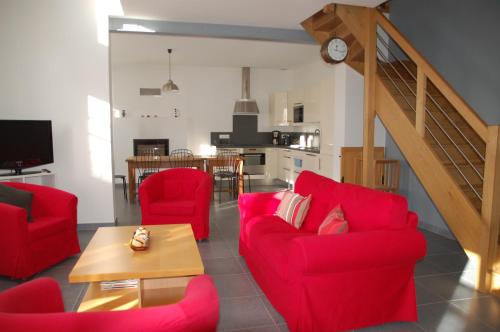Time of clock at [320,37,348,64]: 12:16
